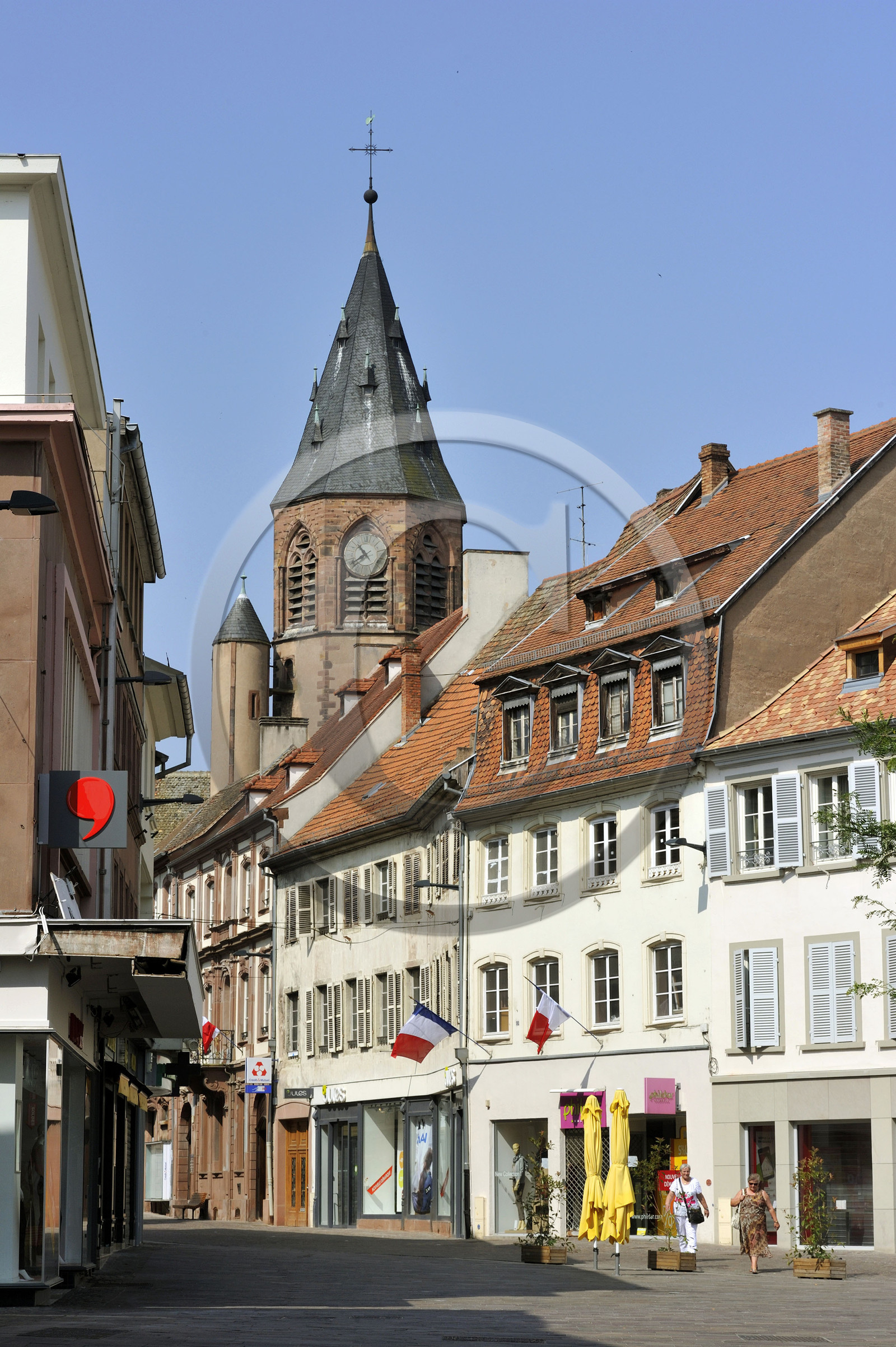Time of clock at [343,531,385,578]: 10:39
